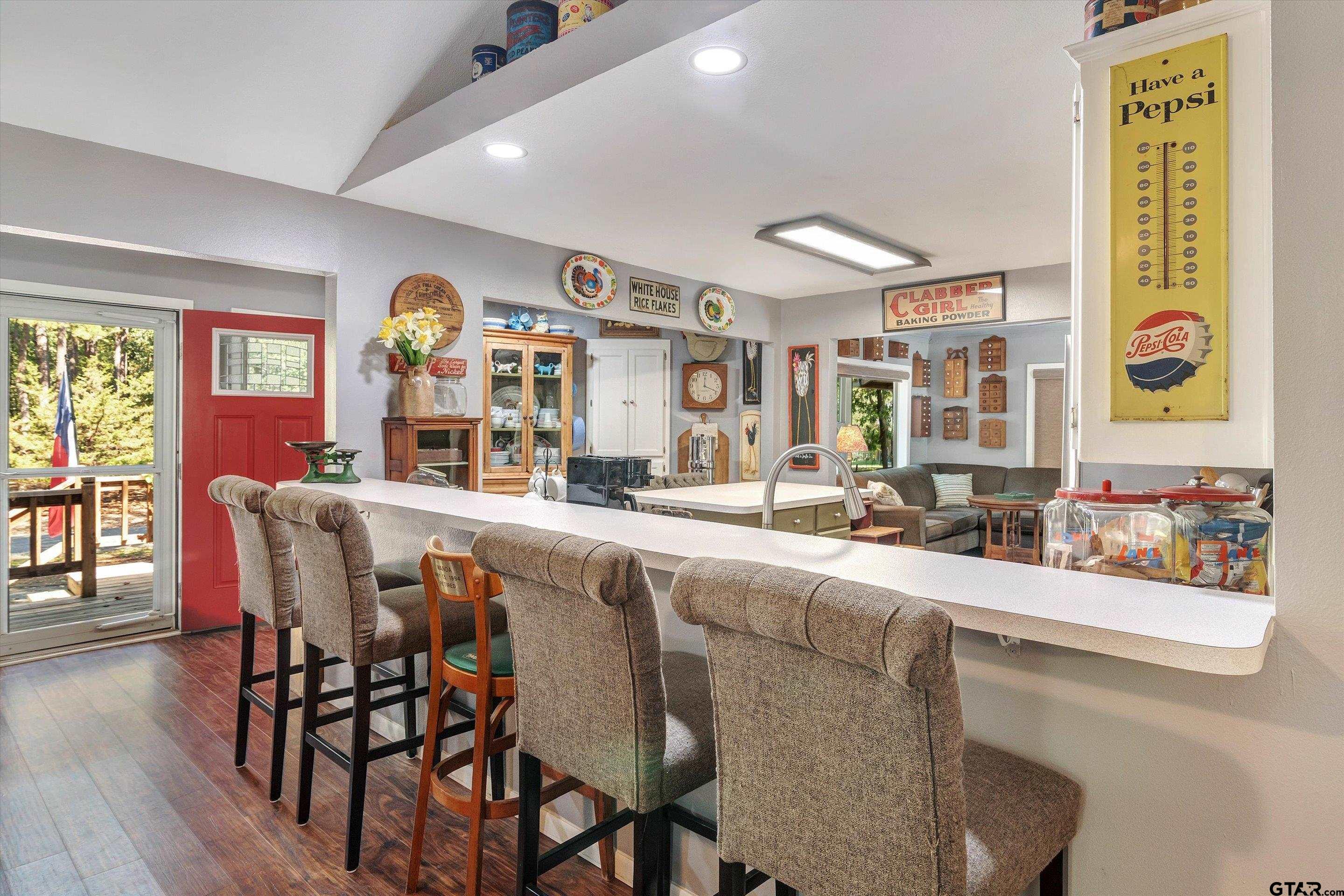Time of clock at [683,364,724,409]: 12:18
